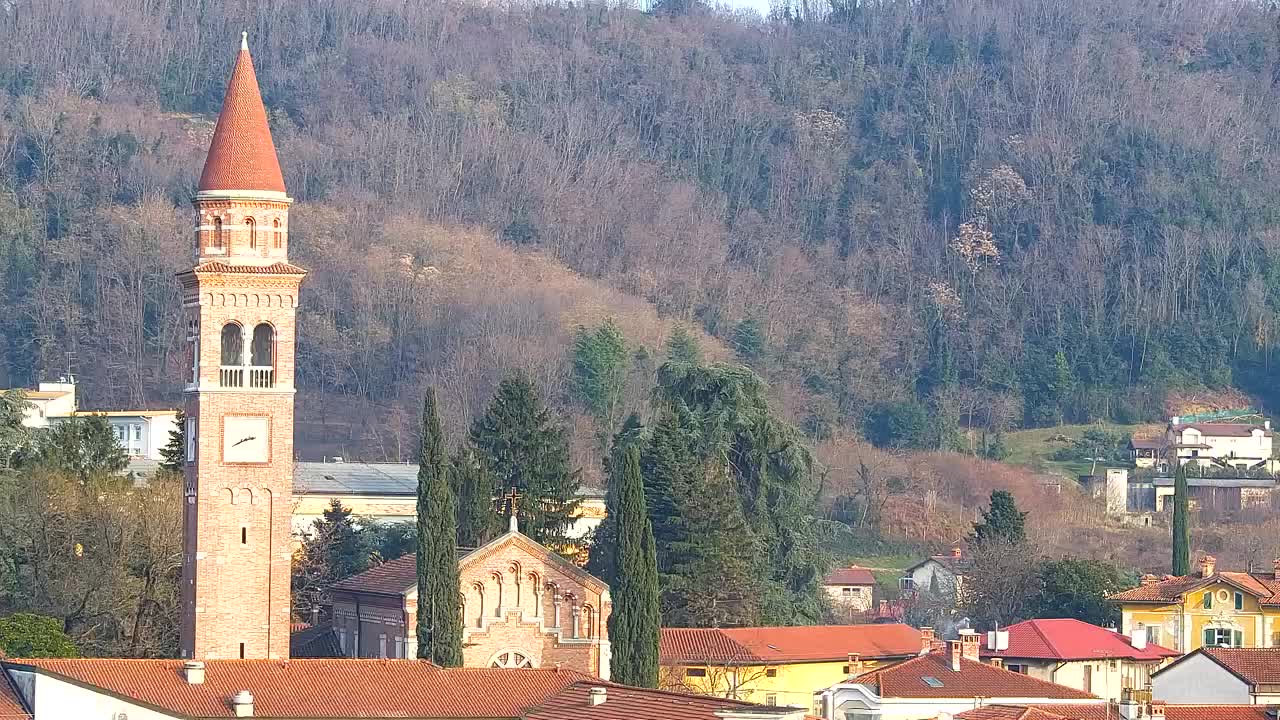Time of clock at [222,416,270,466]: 2:40
